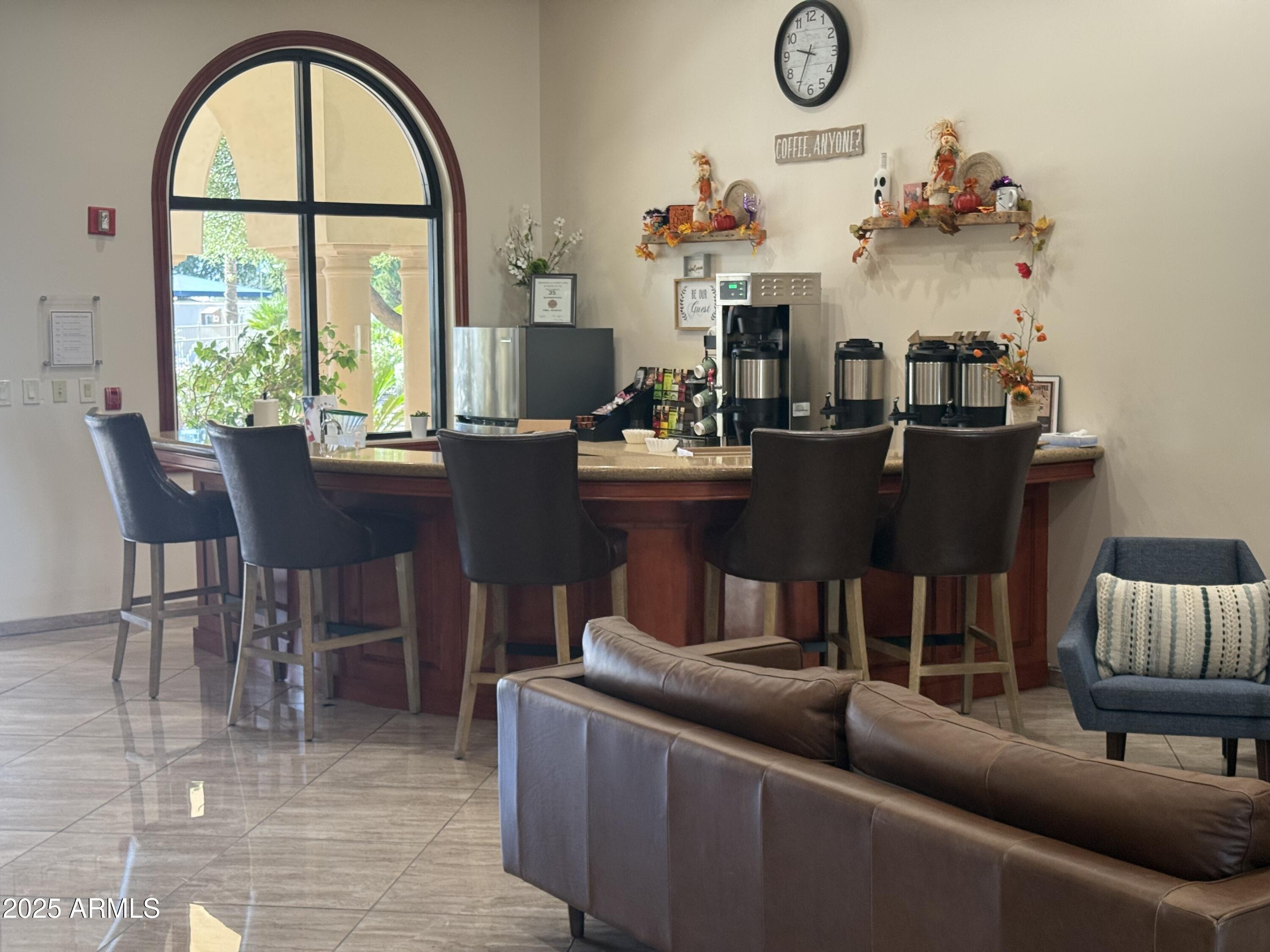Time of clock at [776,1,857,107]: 9:34
